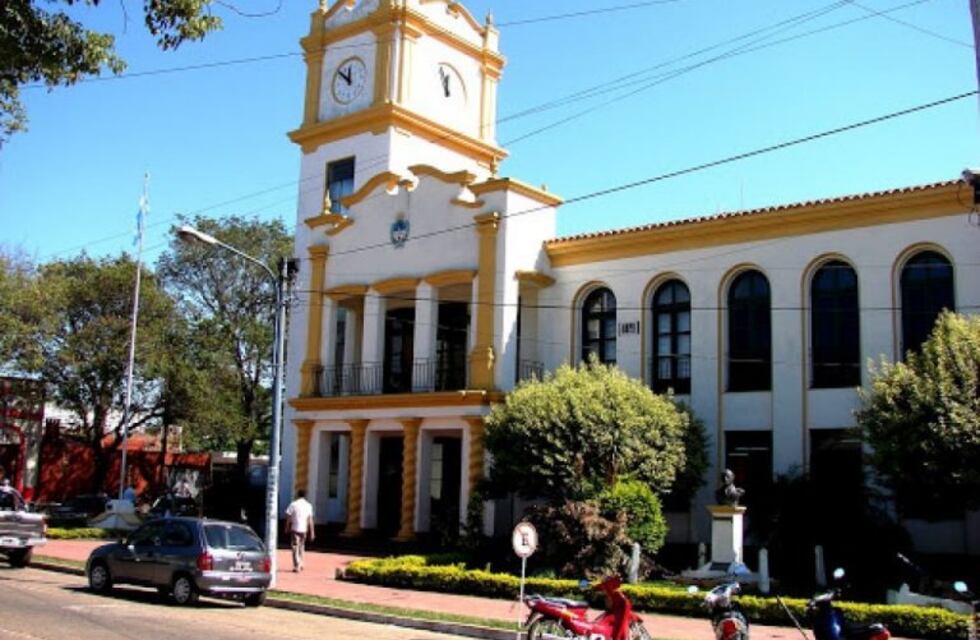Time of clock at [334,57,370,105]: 11:51
